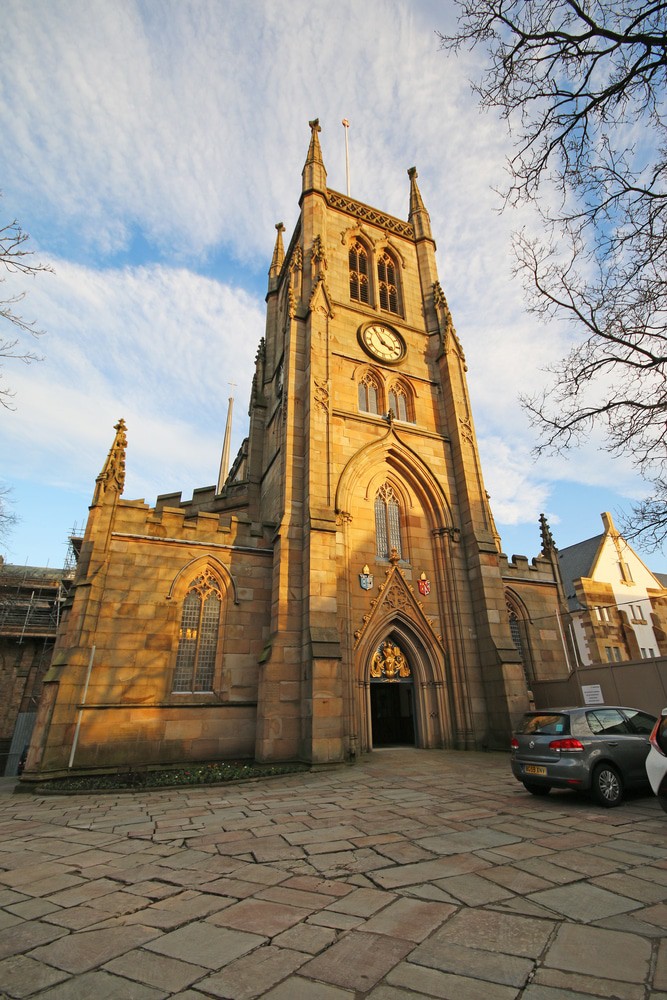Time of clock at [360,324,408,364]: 3:54
